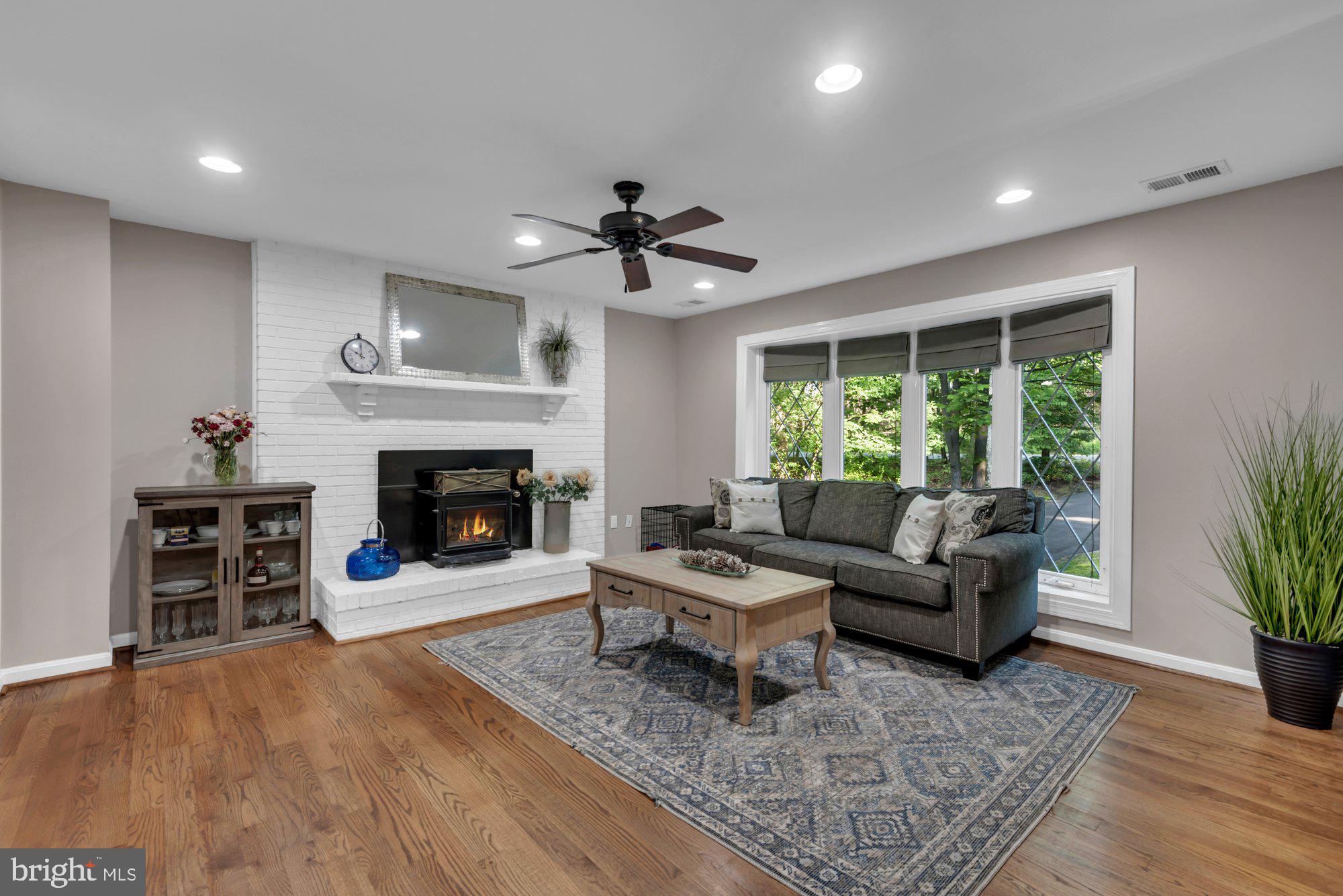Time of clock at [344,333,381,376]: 10:00
